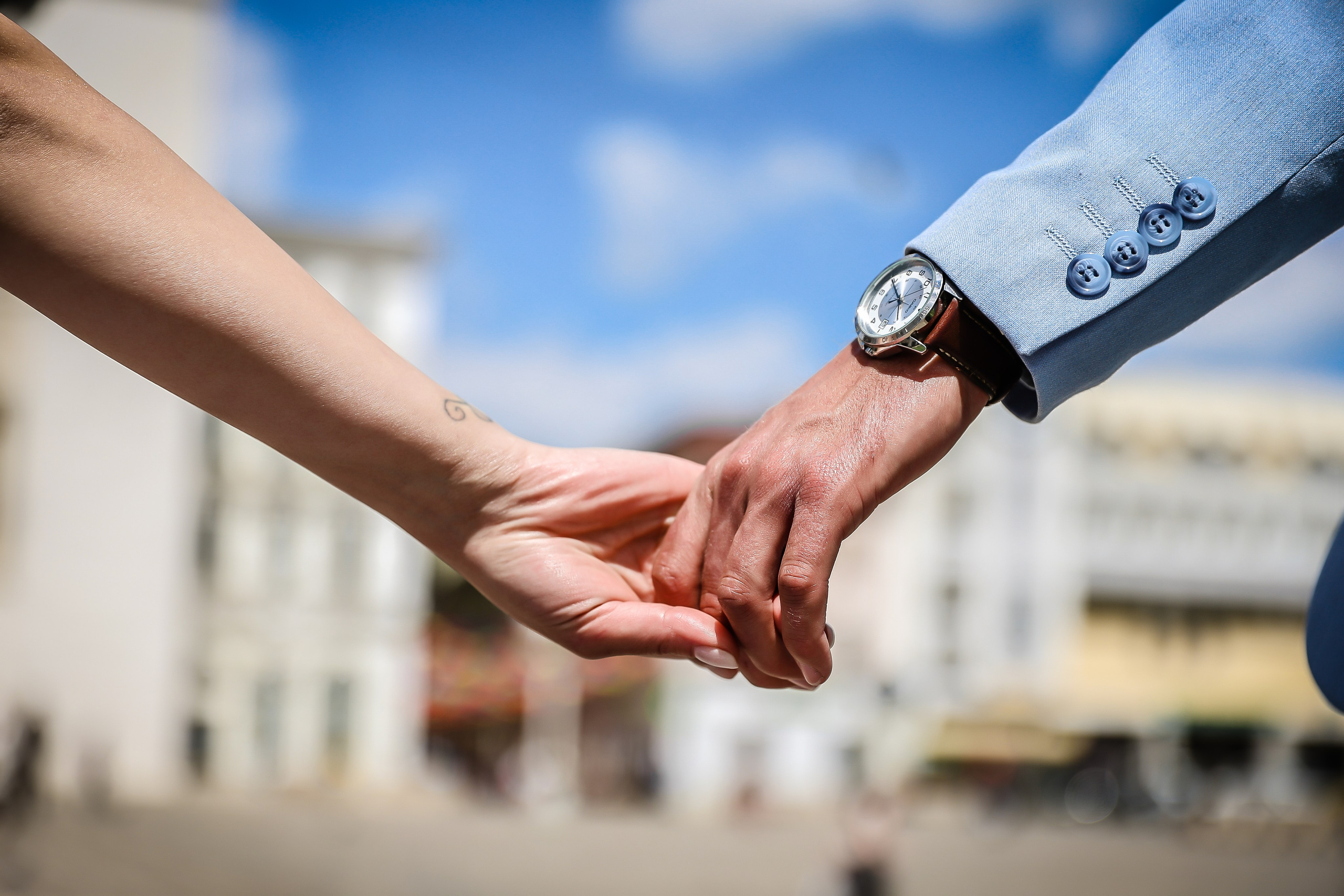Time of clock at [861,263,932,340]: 8:54
